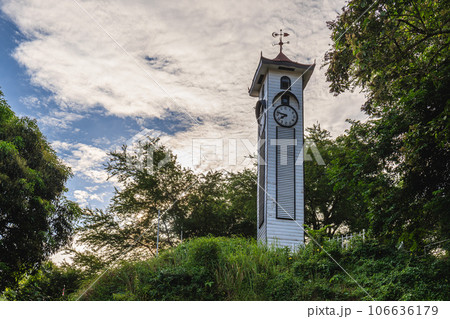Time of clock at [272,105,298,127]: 7:47
